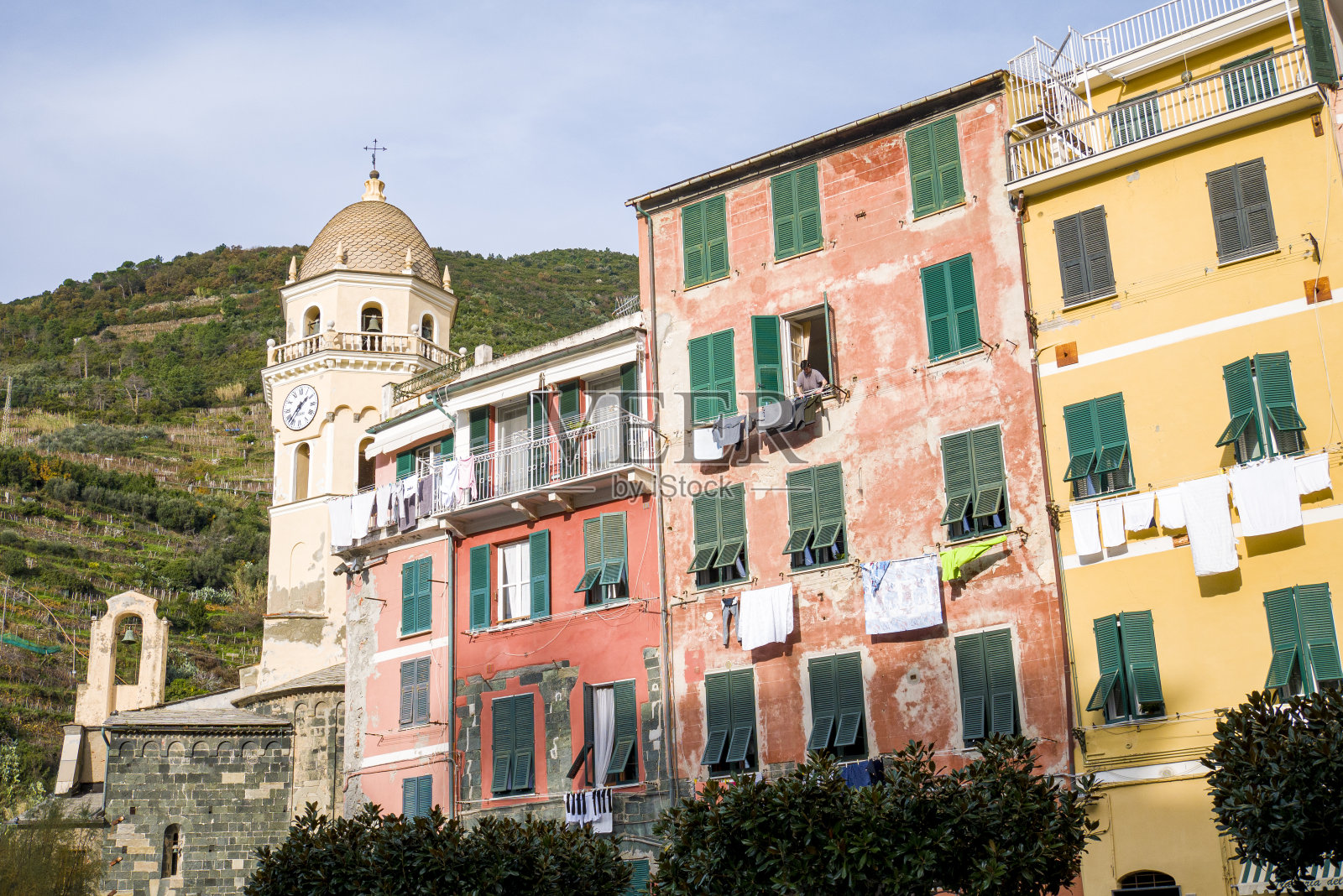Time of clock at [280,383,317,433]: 1:37
